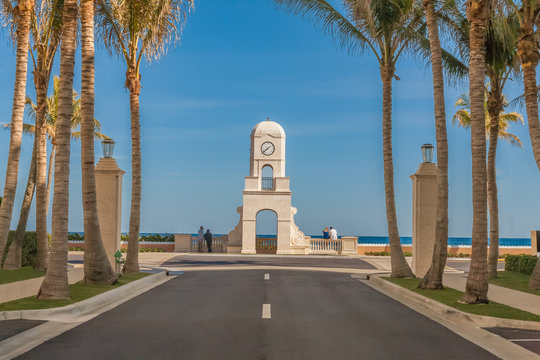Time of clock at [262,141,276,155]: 1:38
